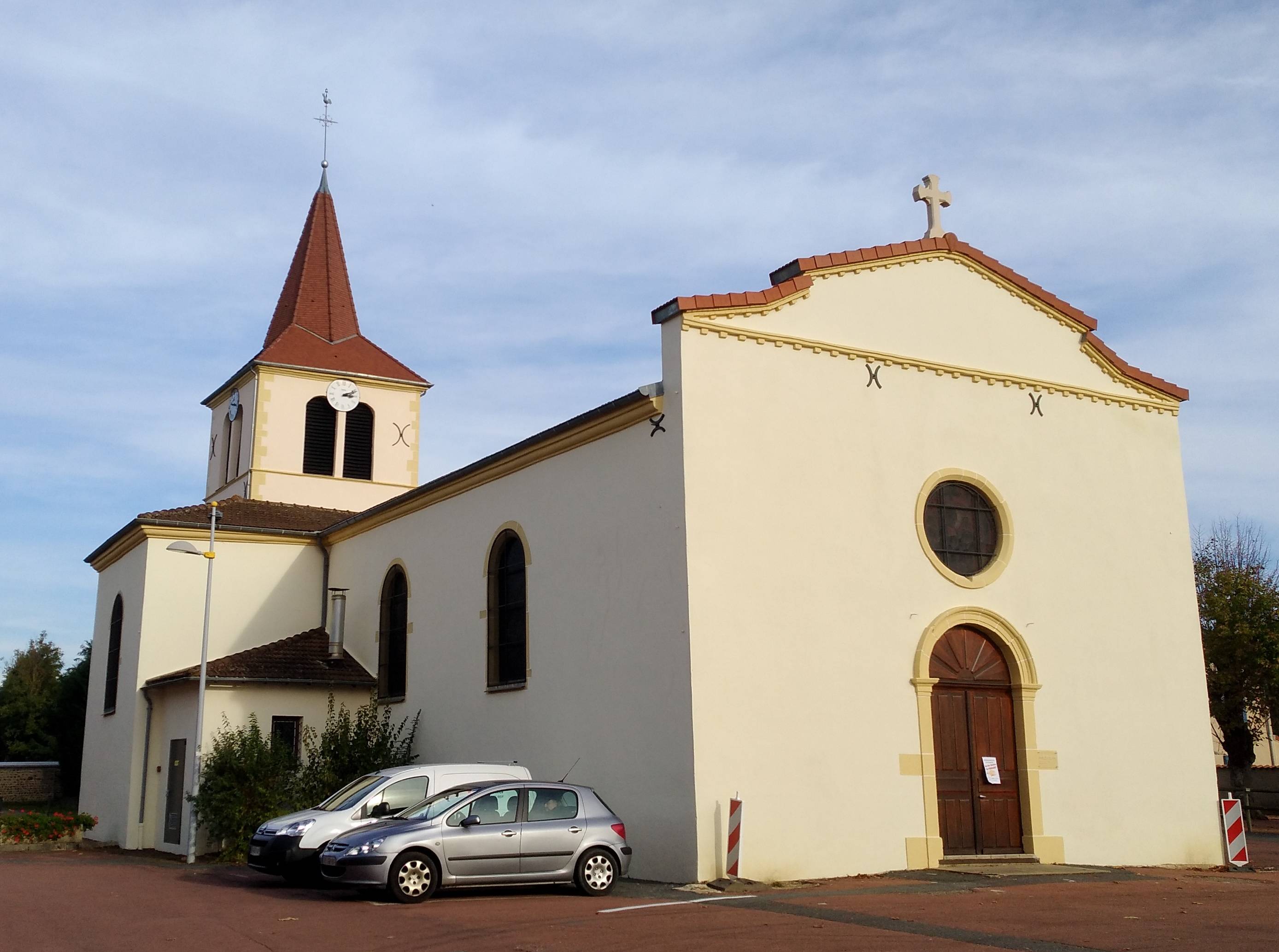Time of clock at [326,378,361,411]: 3:11
